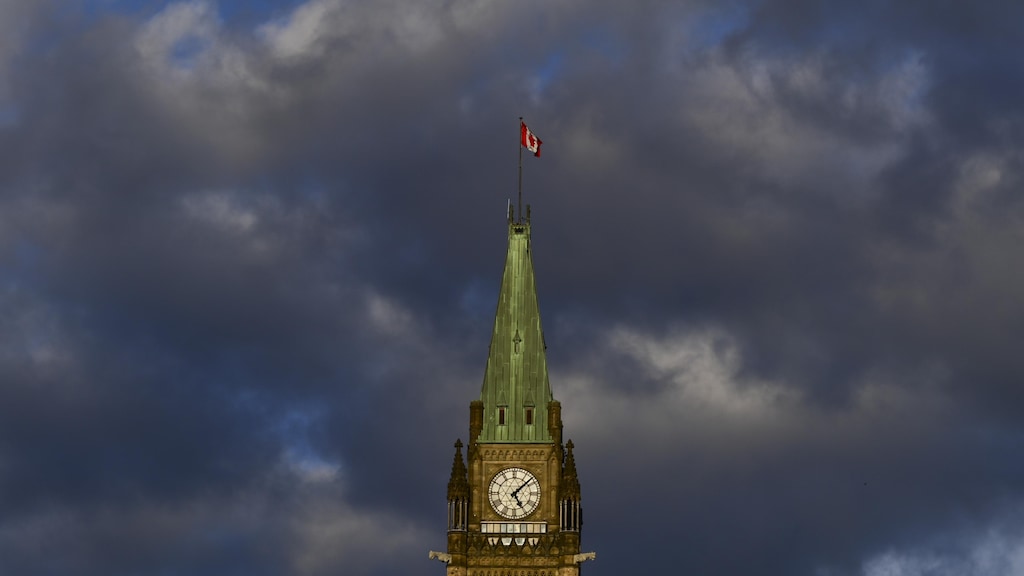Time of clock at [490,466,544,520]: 5:07
